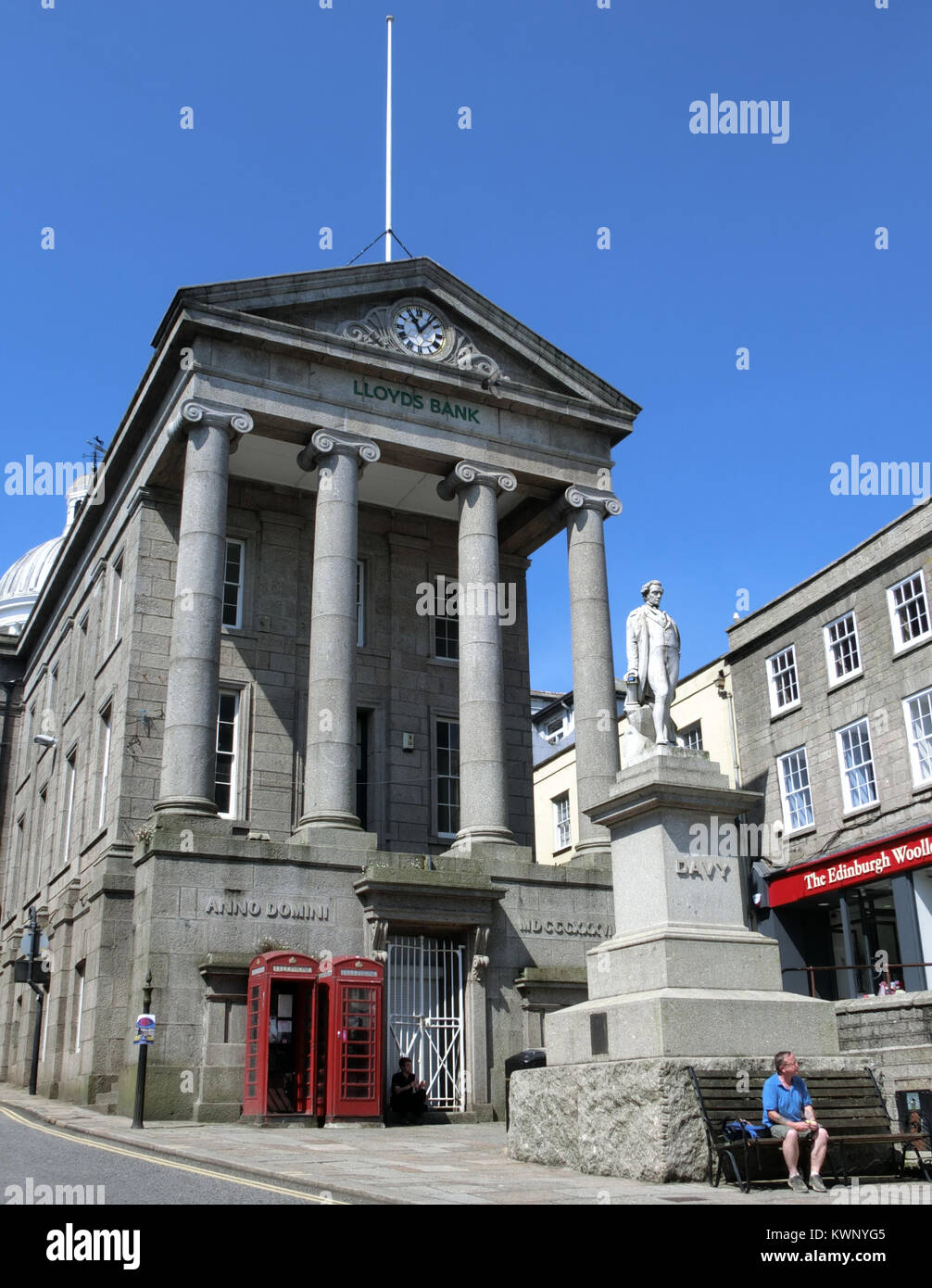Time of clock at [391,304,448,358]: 11:06
